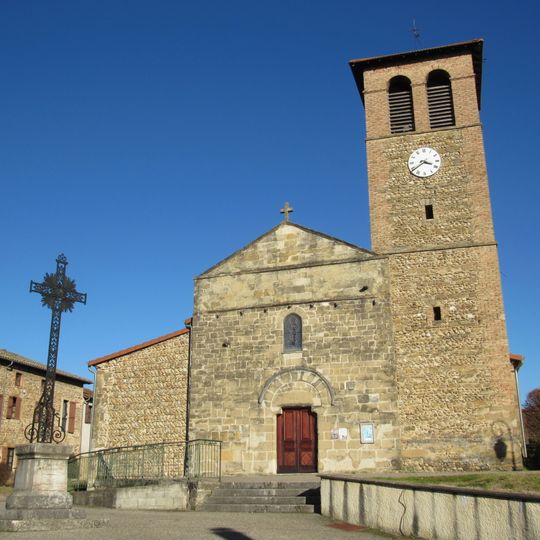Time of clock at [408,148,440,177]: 3:39
